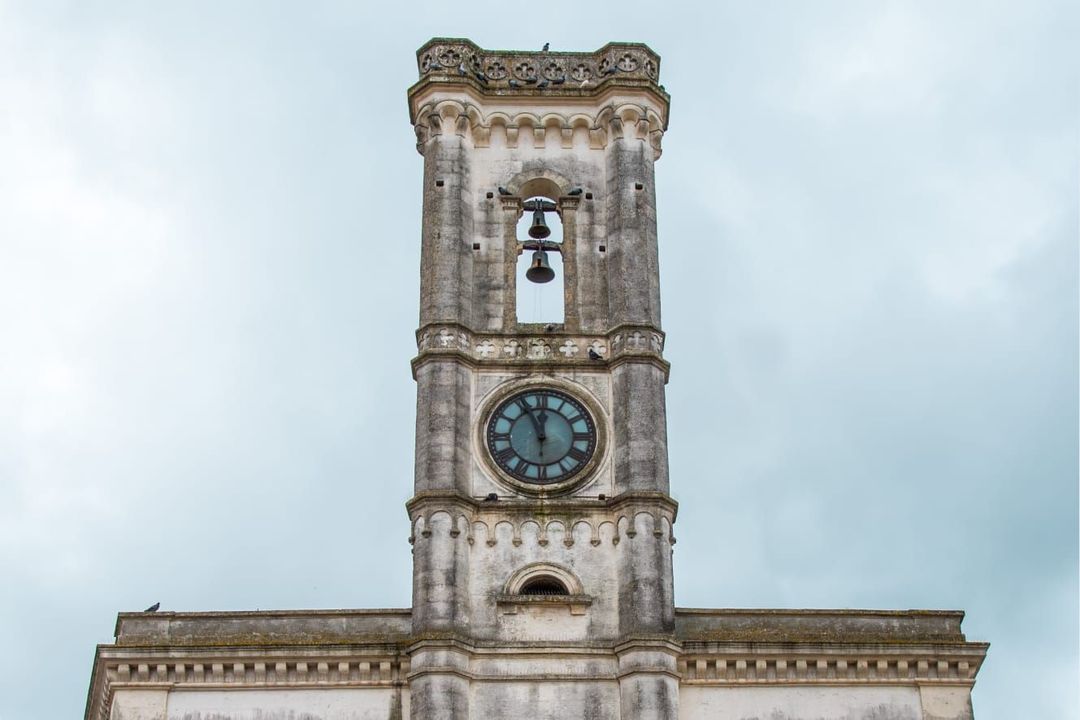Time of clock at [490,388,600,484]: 11:55
